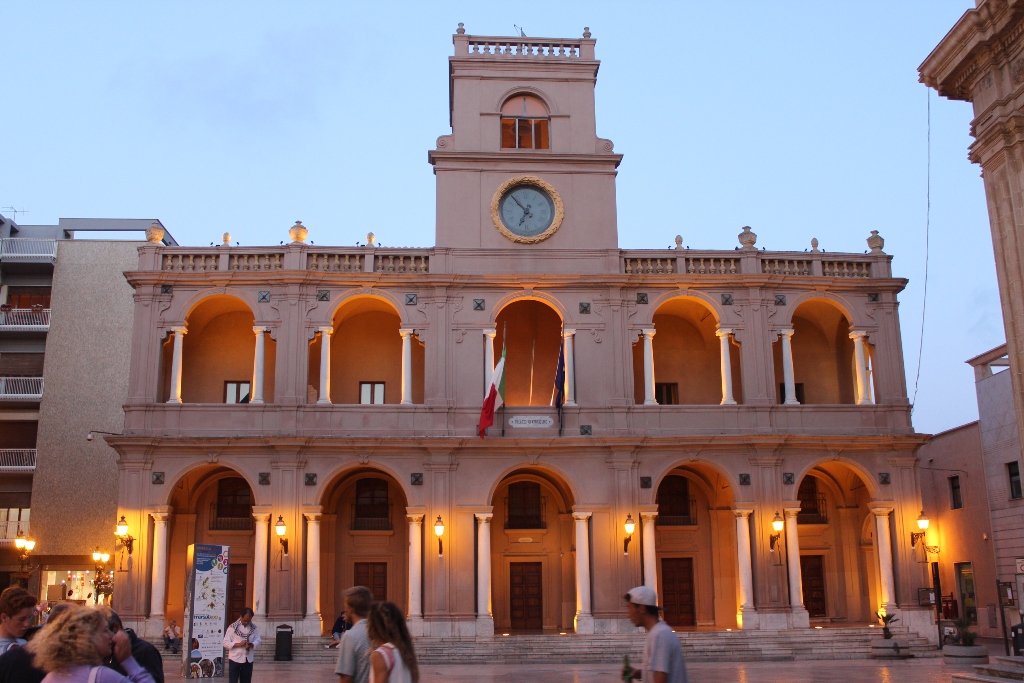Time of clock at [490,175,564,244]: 6:53
